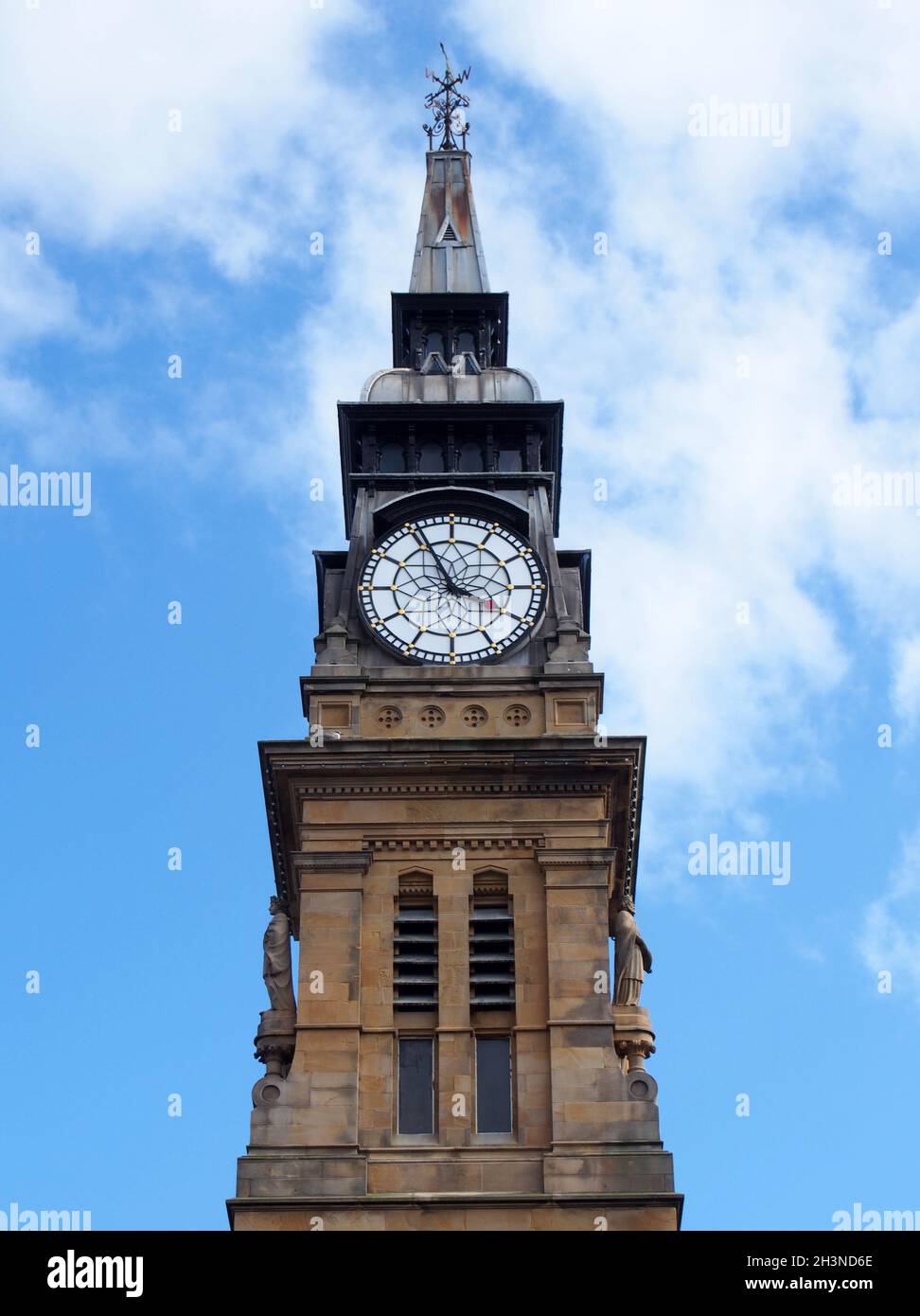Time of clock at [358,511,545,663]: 3:55
